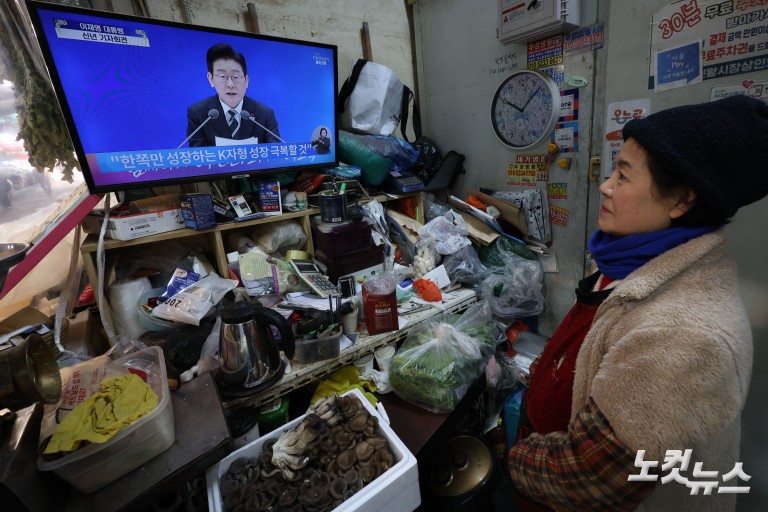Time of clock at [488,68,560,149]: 10:07
